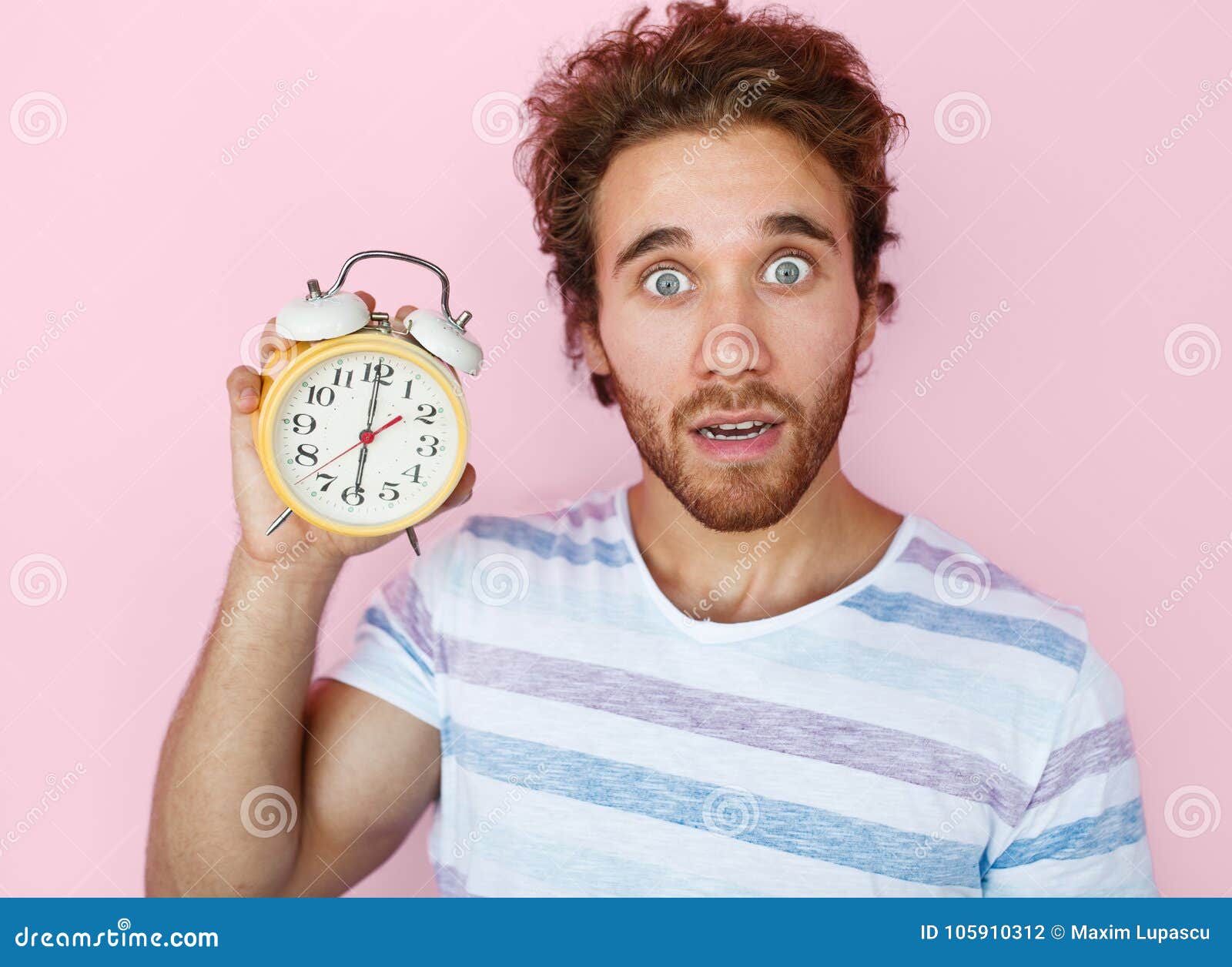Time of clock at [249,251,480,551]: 6:00
